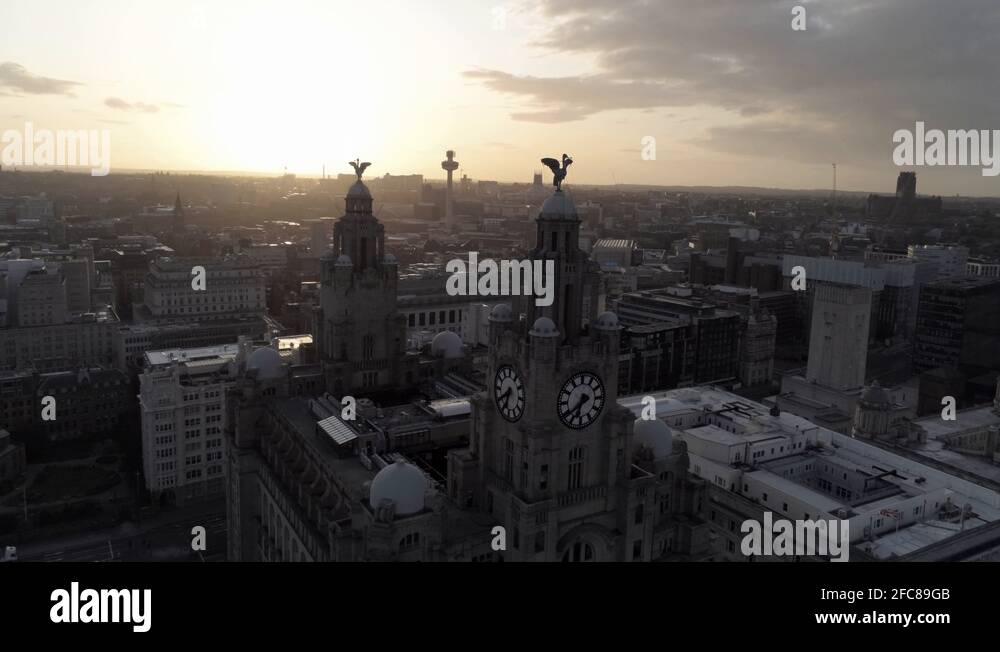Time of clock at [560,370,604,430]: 6:38
